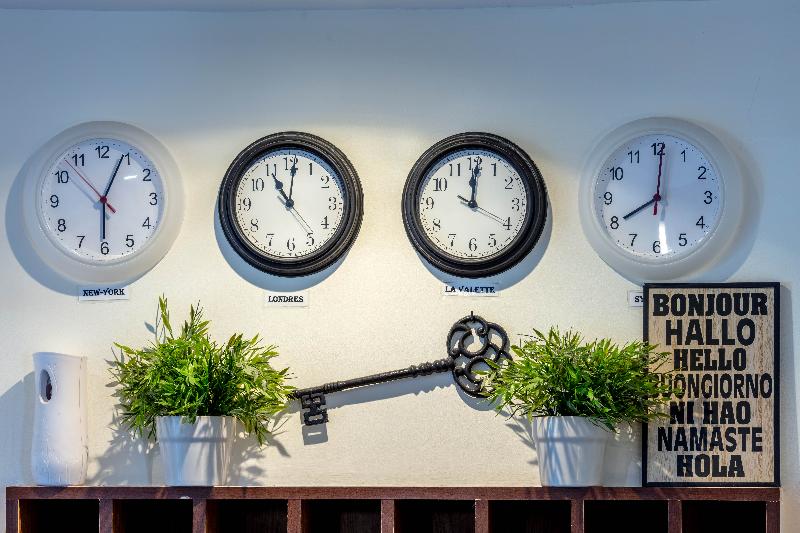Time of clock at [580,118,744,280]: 8:00
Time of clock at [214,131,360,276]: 11:01
